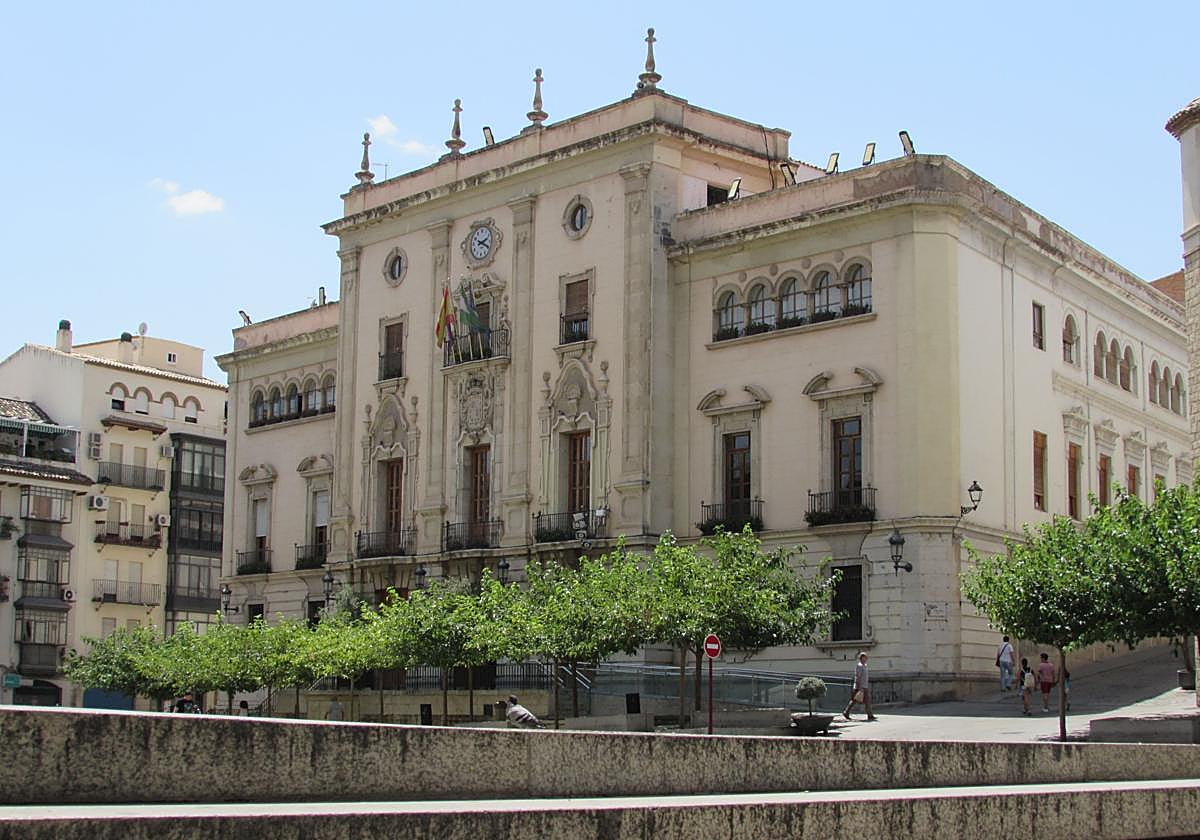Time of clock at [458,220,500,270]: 2:18
